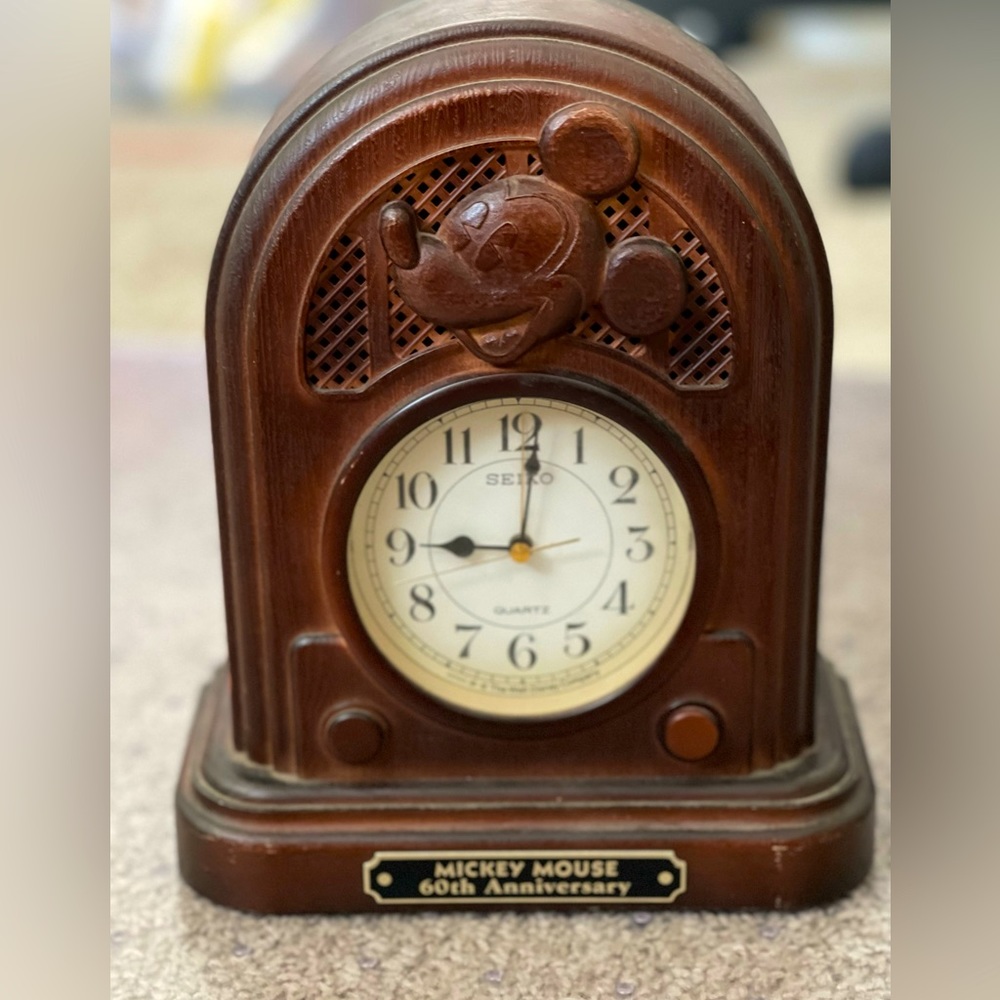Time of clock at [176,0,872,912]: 9:01
